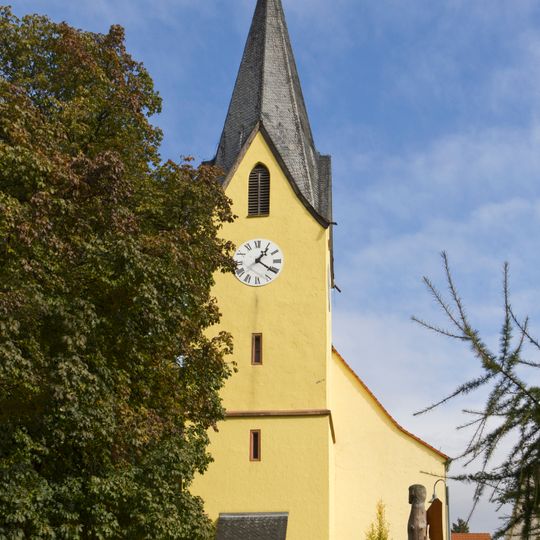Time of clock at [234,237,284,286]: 1:20
